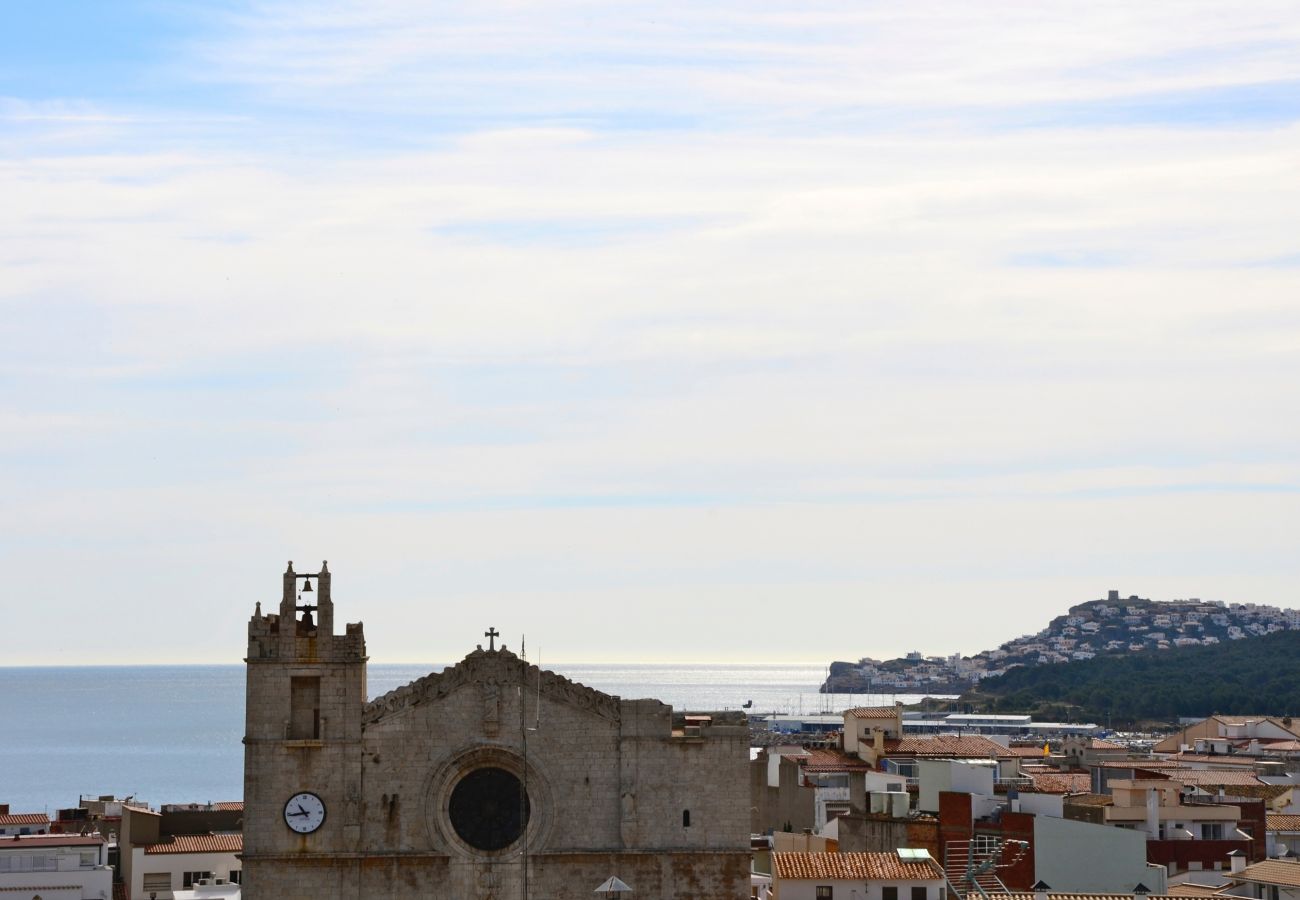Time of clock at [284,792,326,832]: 10:43
